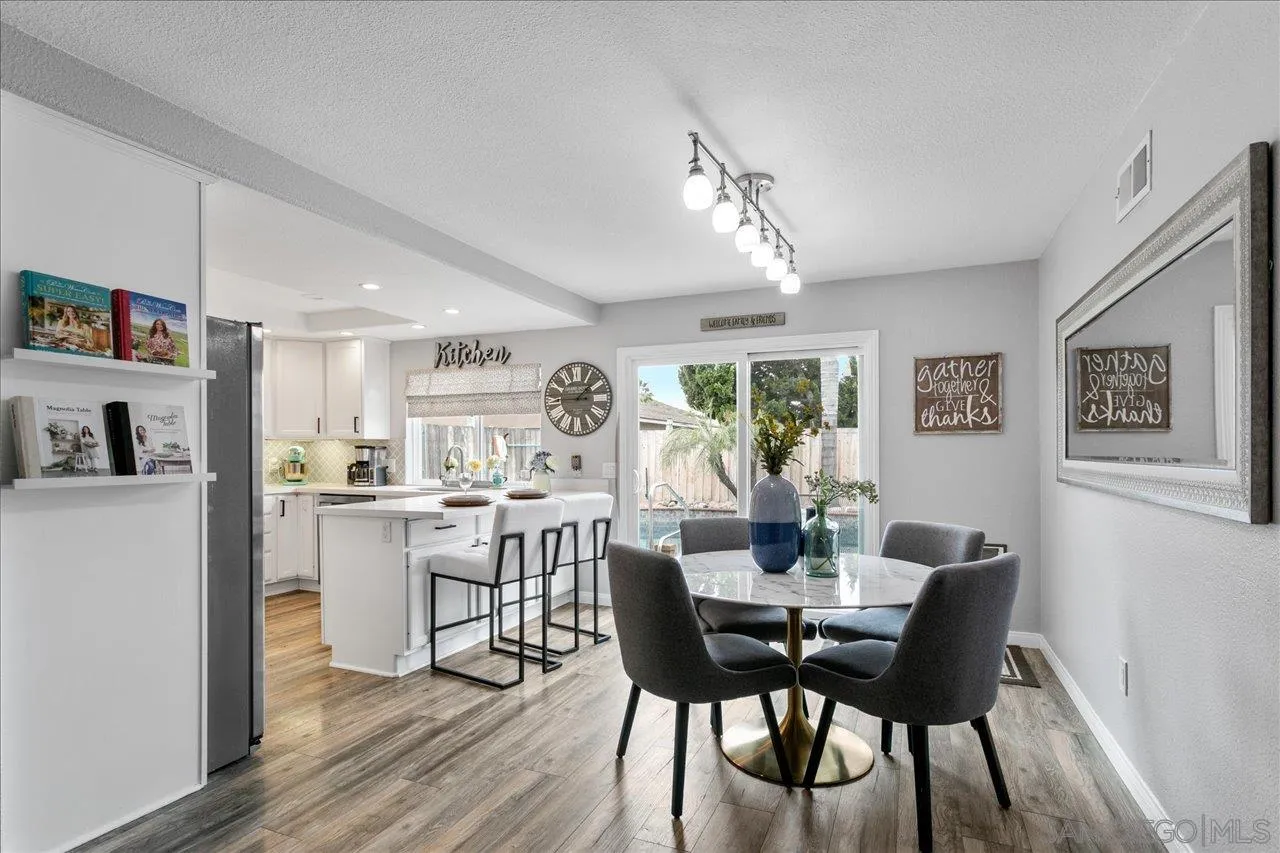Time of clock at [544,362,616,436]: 1:44
